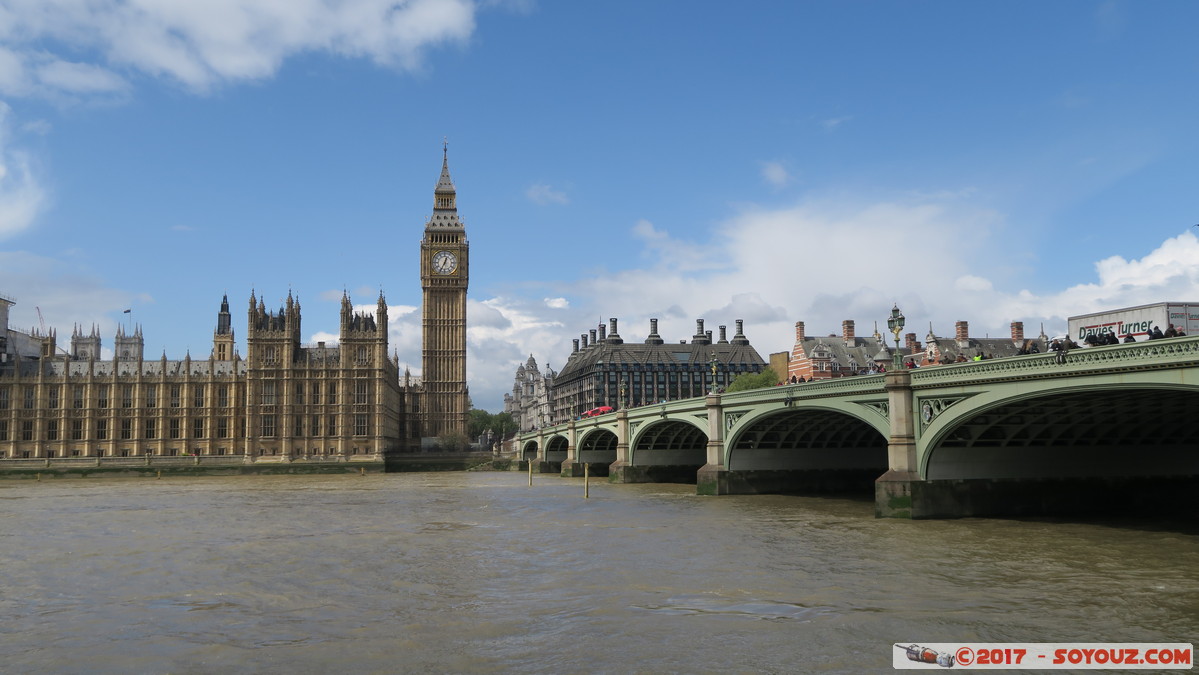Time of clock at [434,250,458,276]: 12:34
